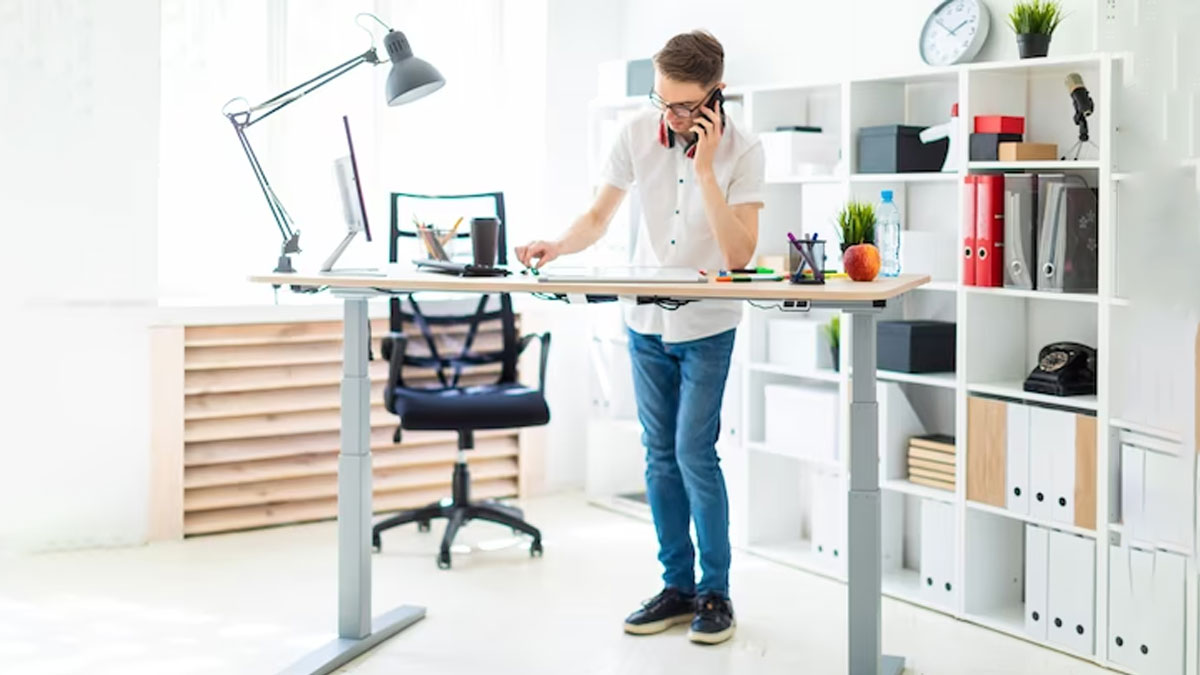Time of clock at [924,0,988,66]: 1:50
